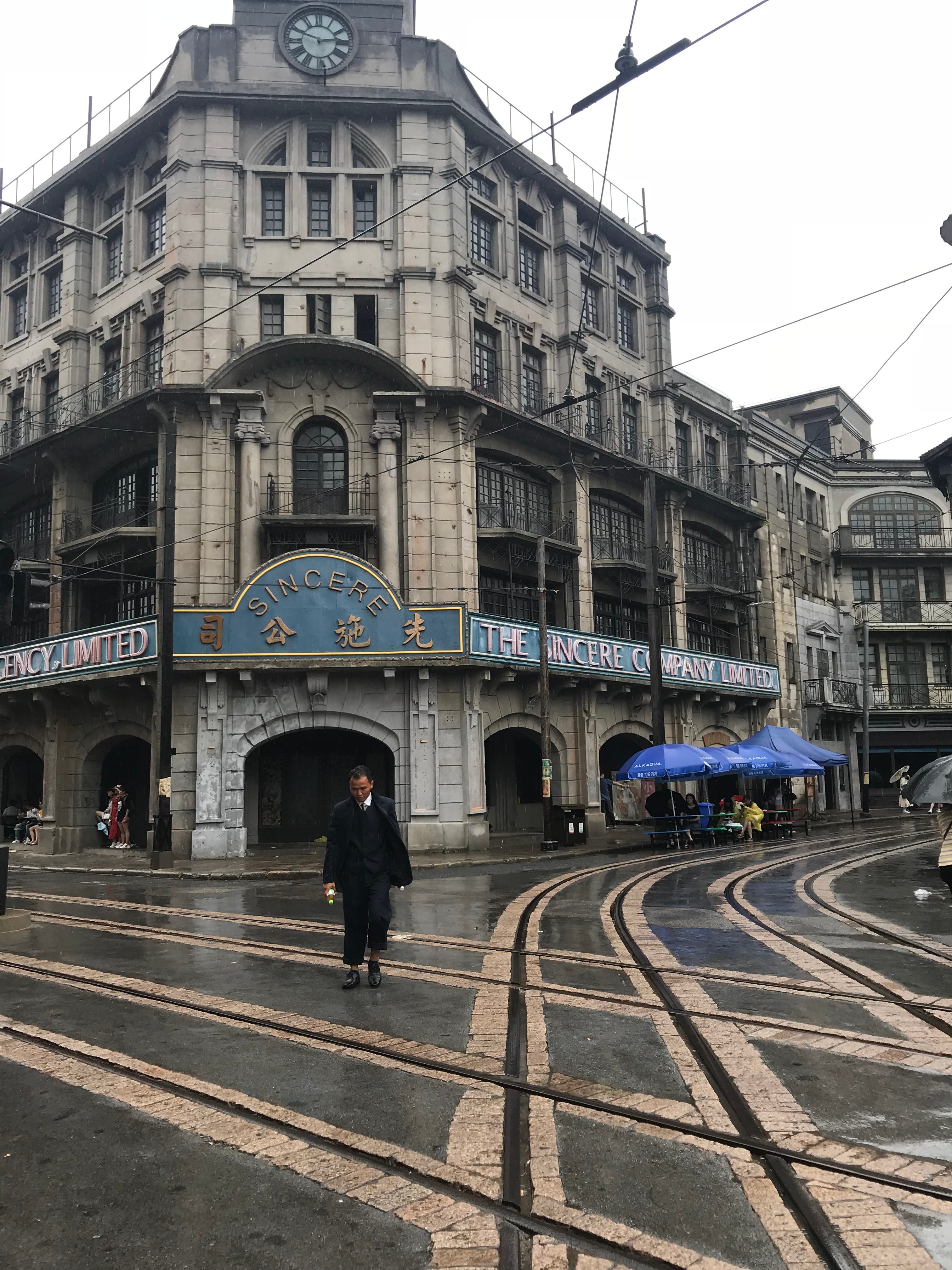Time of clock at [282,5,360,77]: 2:48
